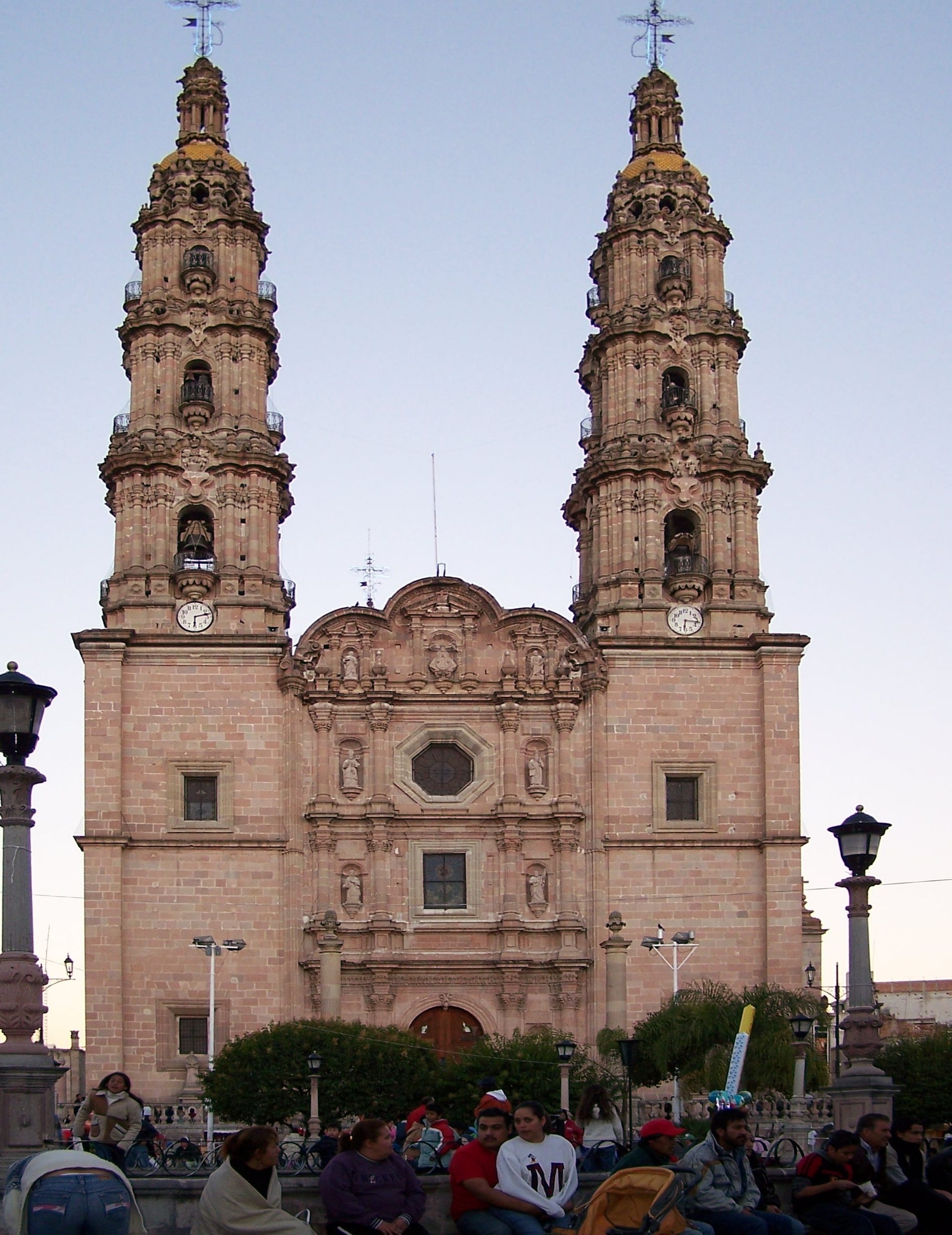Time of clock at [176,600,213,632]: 6:12
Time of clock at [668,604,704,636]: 6:16
